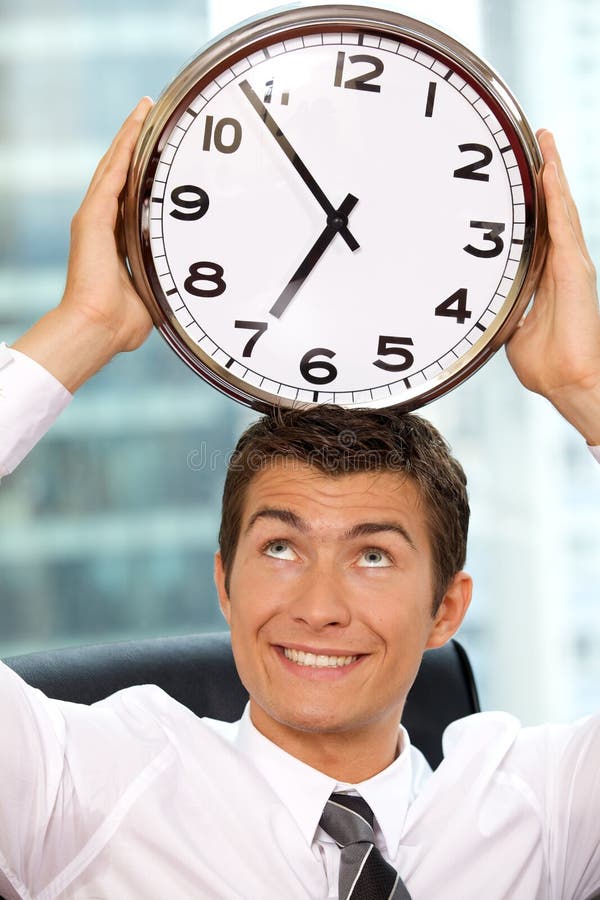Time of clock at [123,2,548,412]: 6:53
